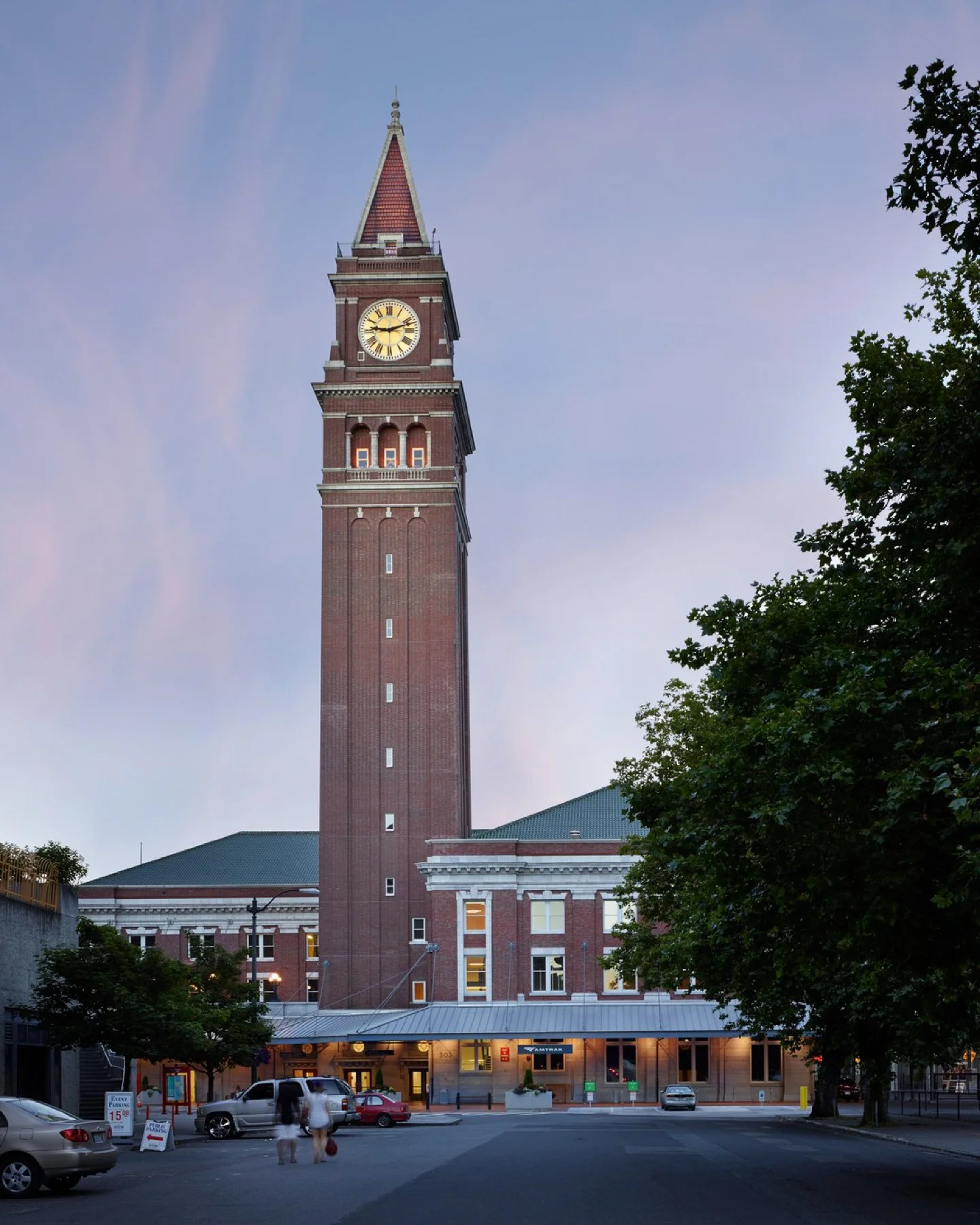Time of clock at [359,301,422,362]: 9:11
